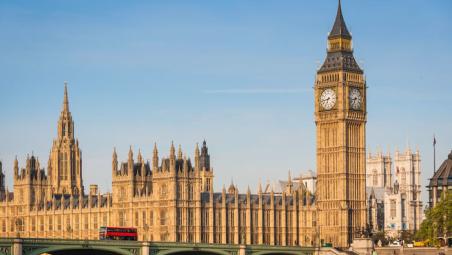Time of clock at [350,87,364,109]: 6:42
